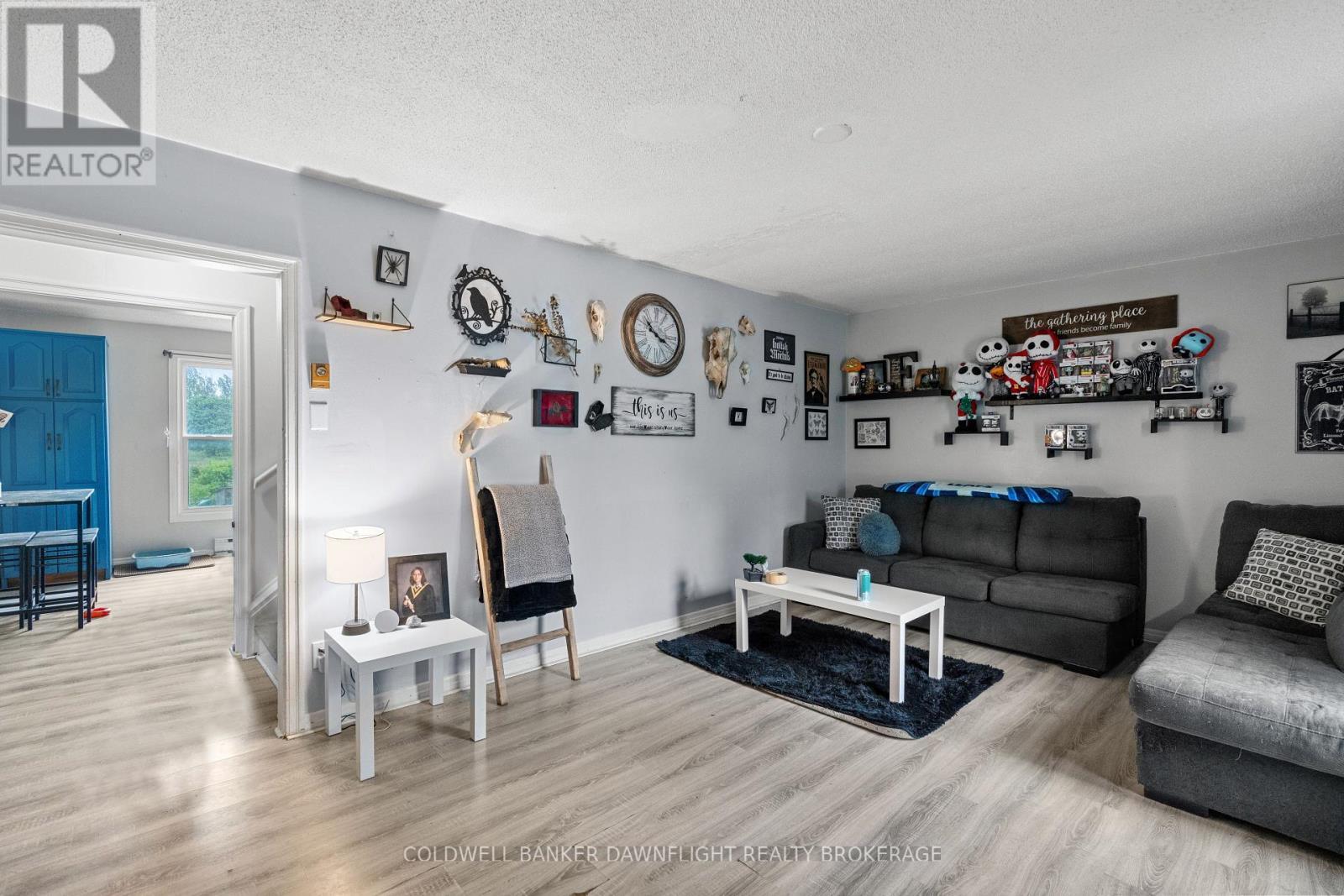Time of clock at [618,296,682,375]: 3:52
